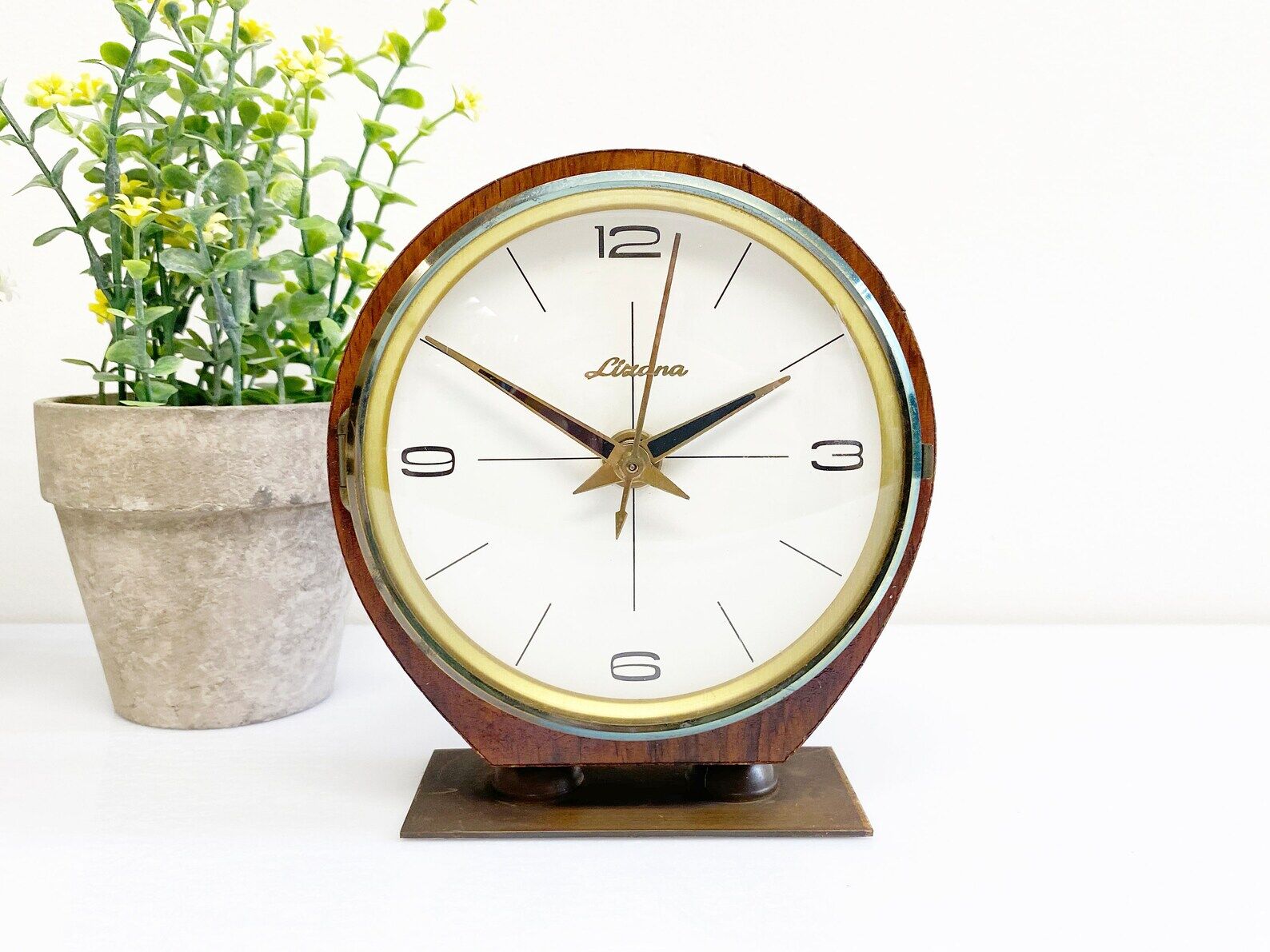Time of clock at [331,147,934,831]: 1:50
